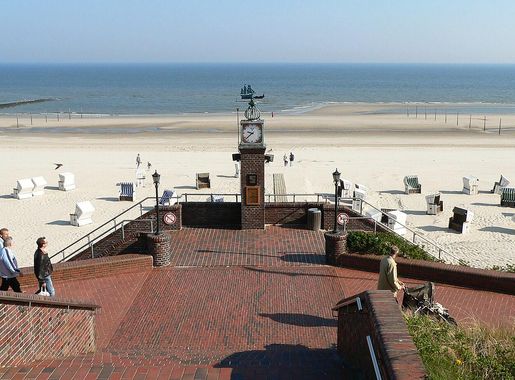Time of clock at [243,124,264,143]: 9:38
